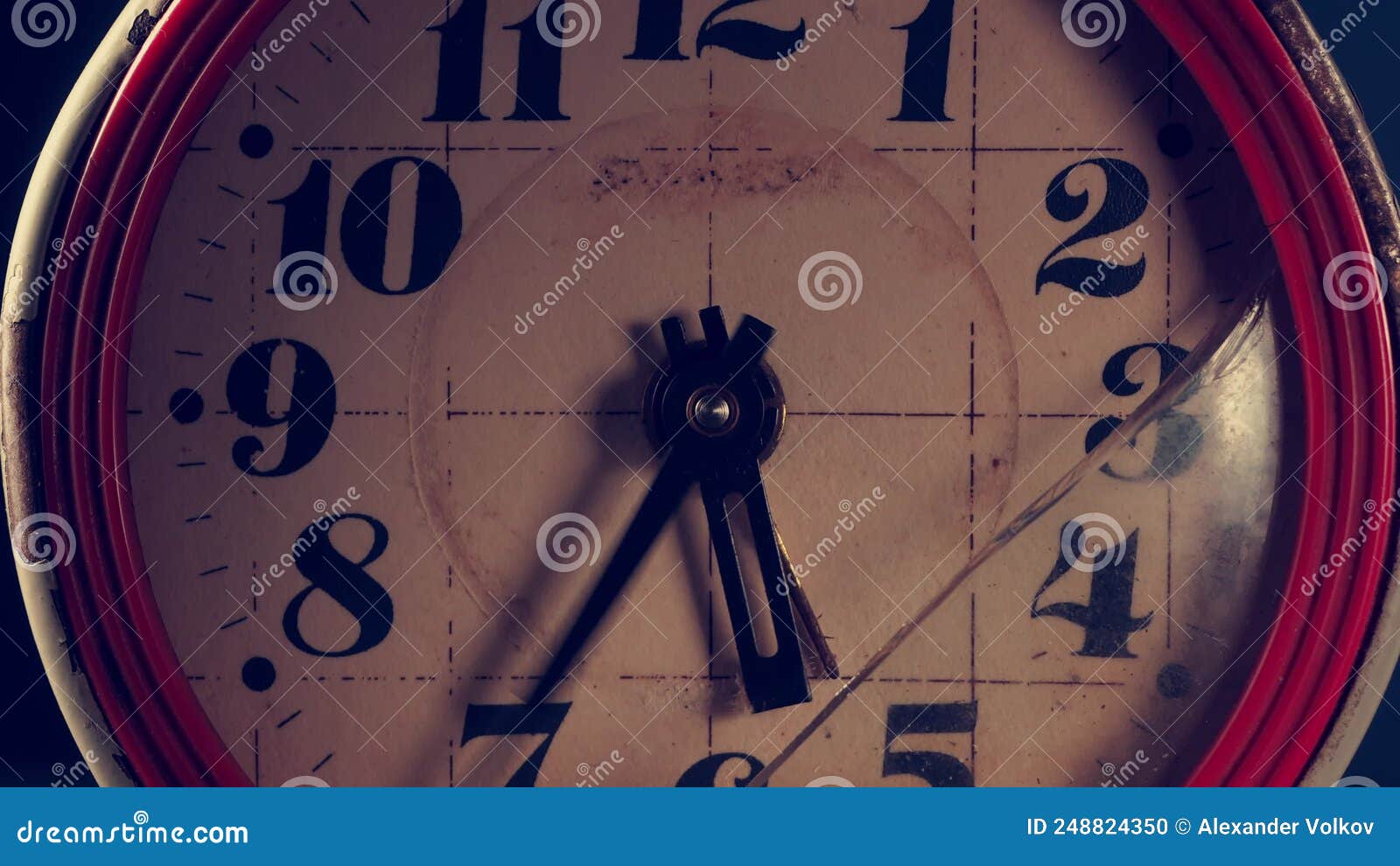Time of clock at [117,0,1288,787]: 5:34
